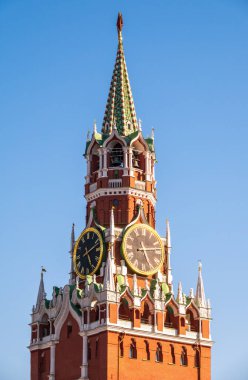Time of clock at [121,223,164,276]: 5:13
